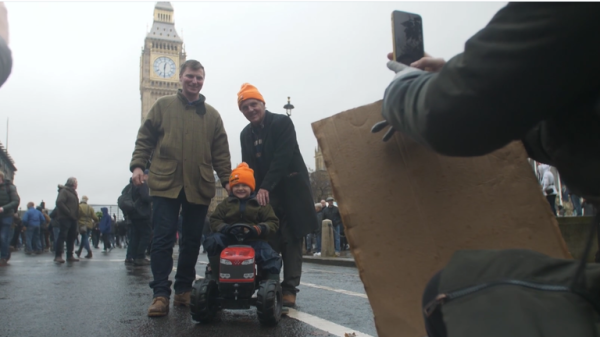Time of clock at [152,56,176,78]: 12:30
